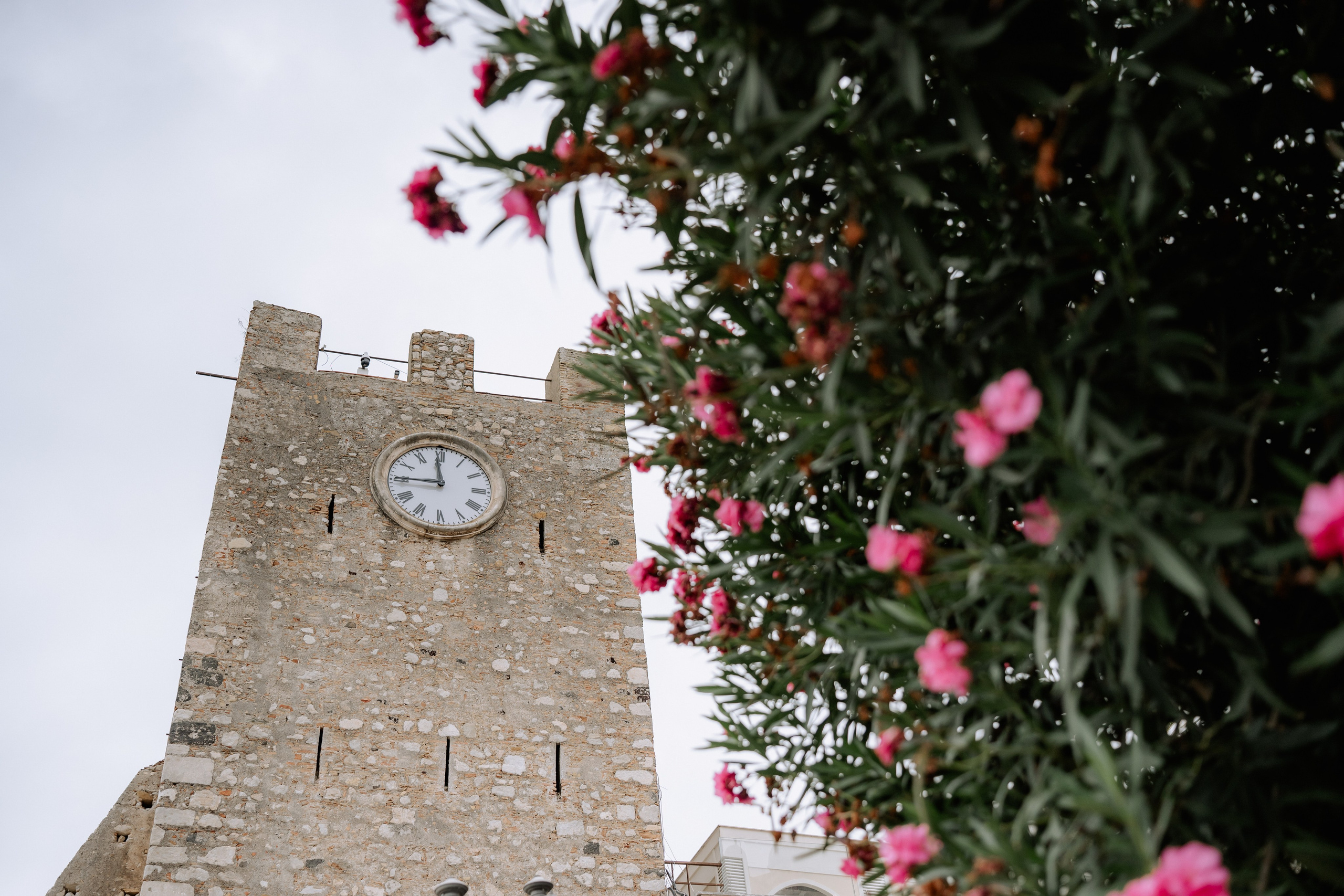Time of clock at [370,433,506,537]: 11:45
